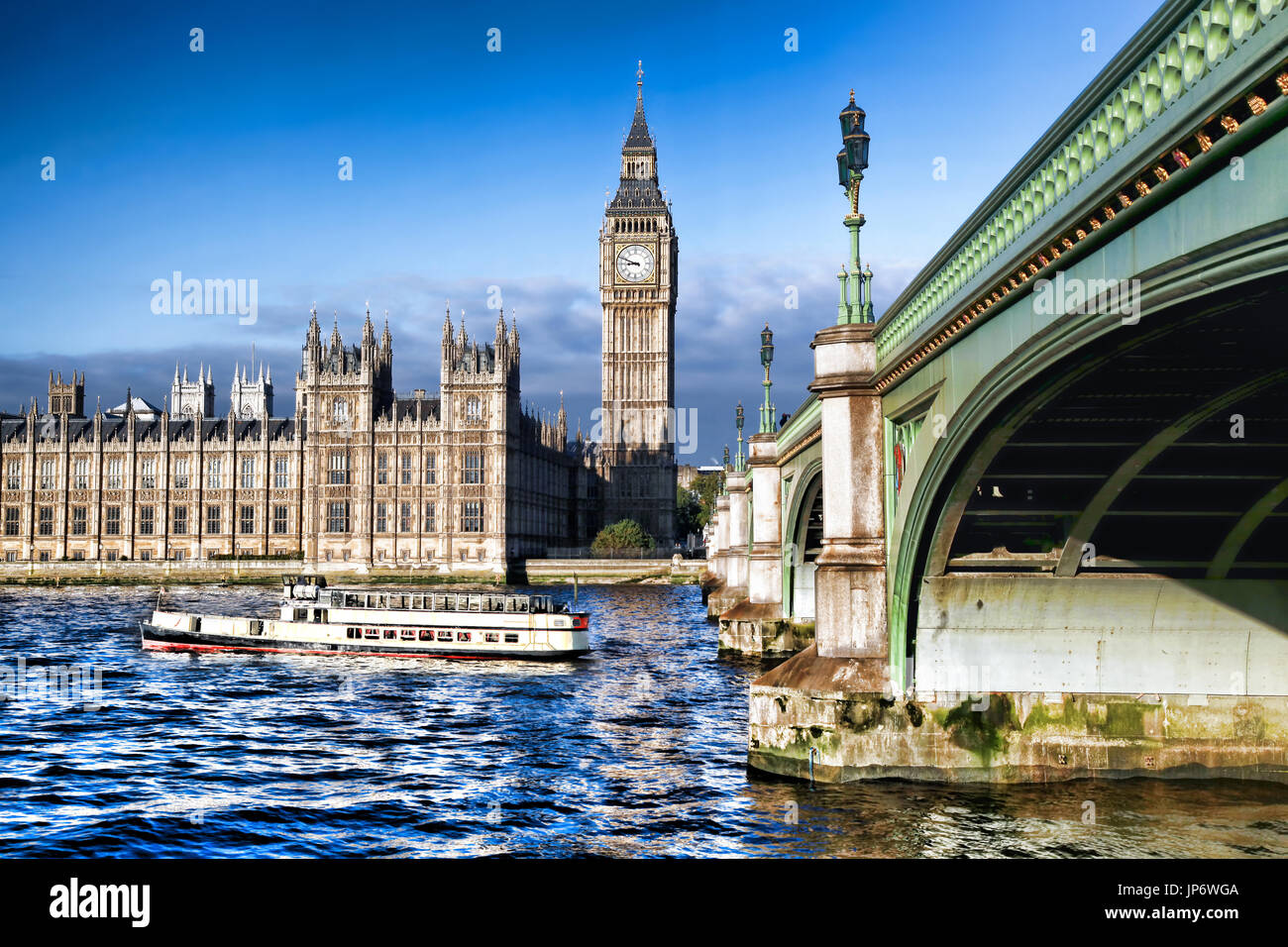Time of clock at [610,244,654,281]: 8:48
